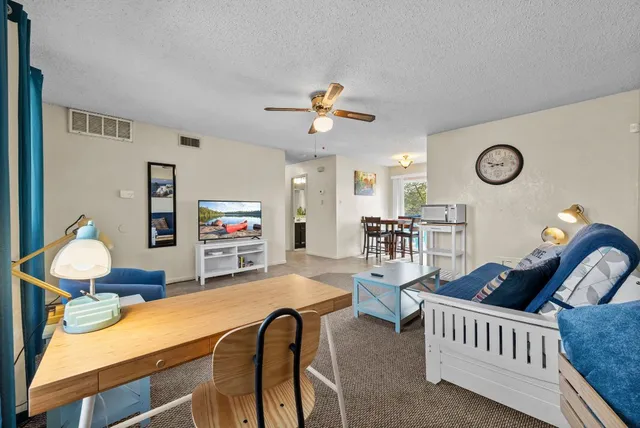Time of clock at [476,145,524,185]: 8:48
